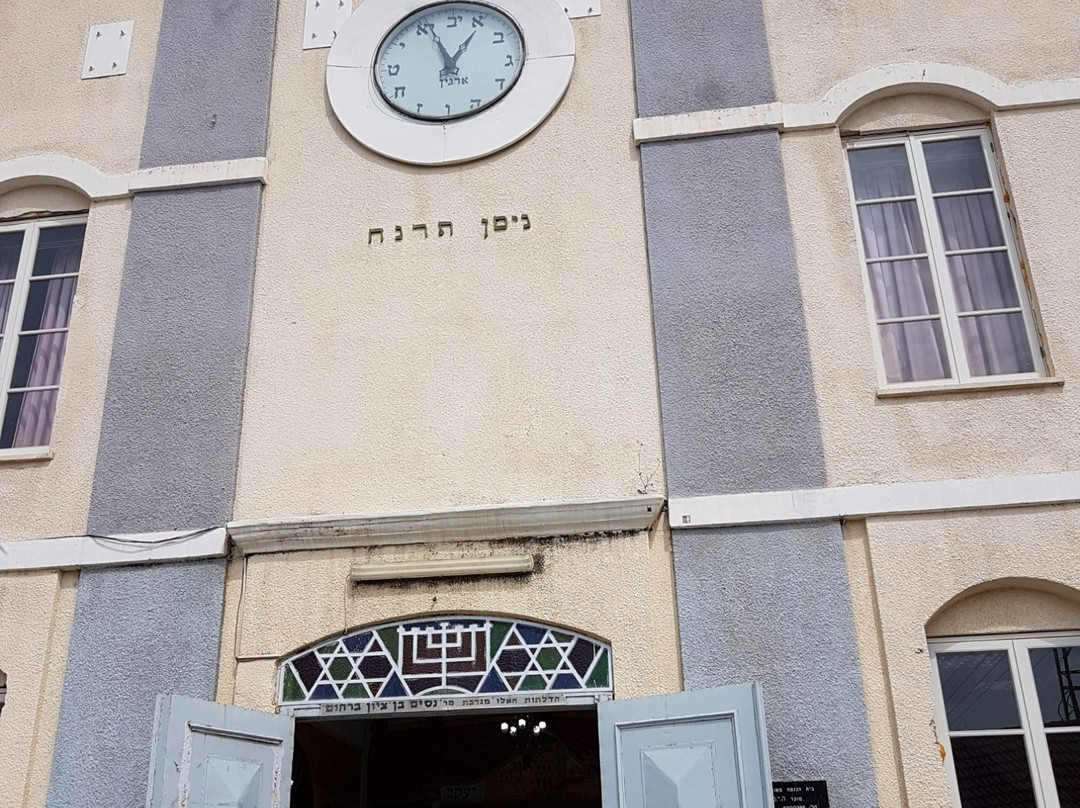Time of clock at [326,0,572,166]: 12:56
